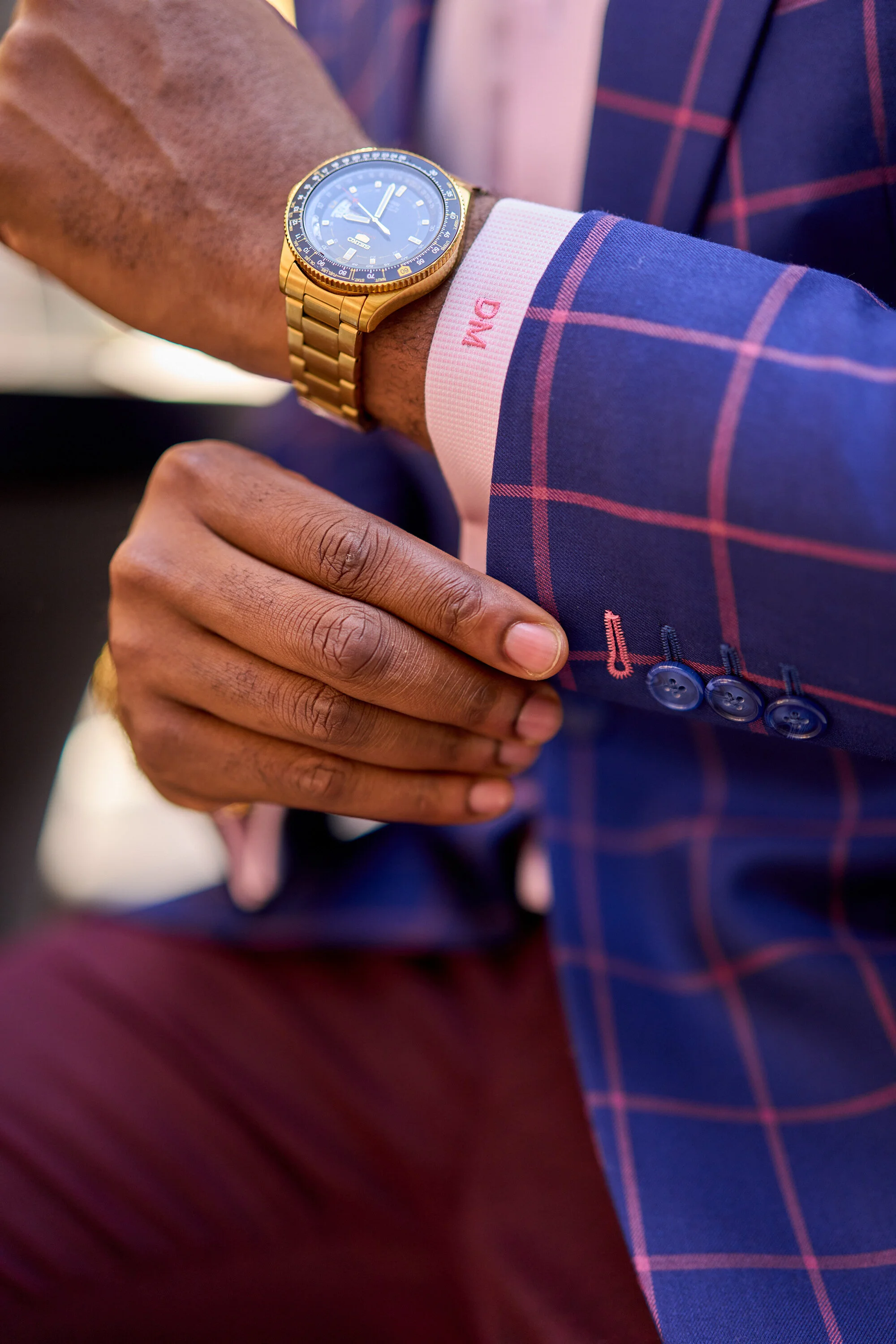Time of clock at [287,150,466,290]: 10:03
